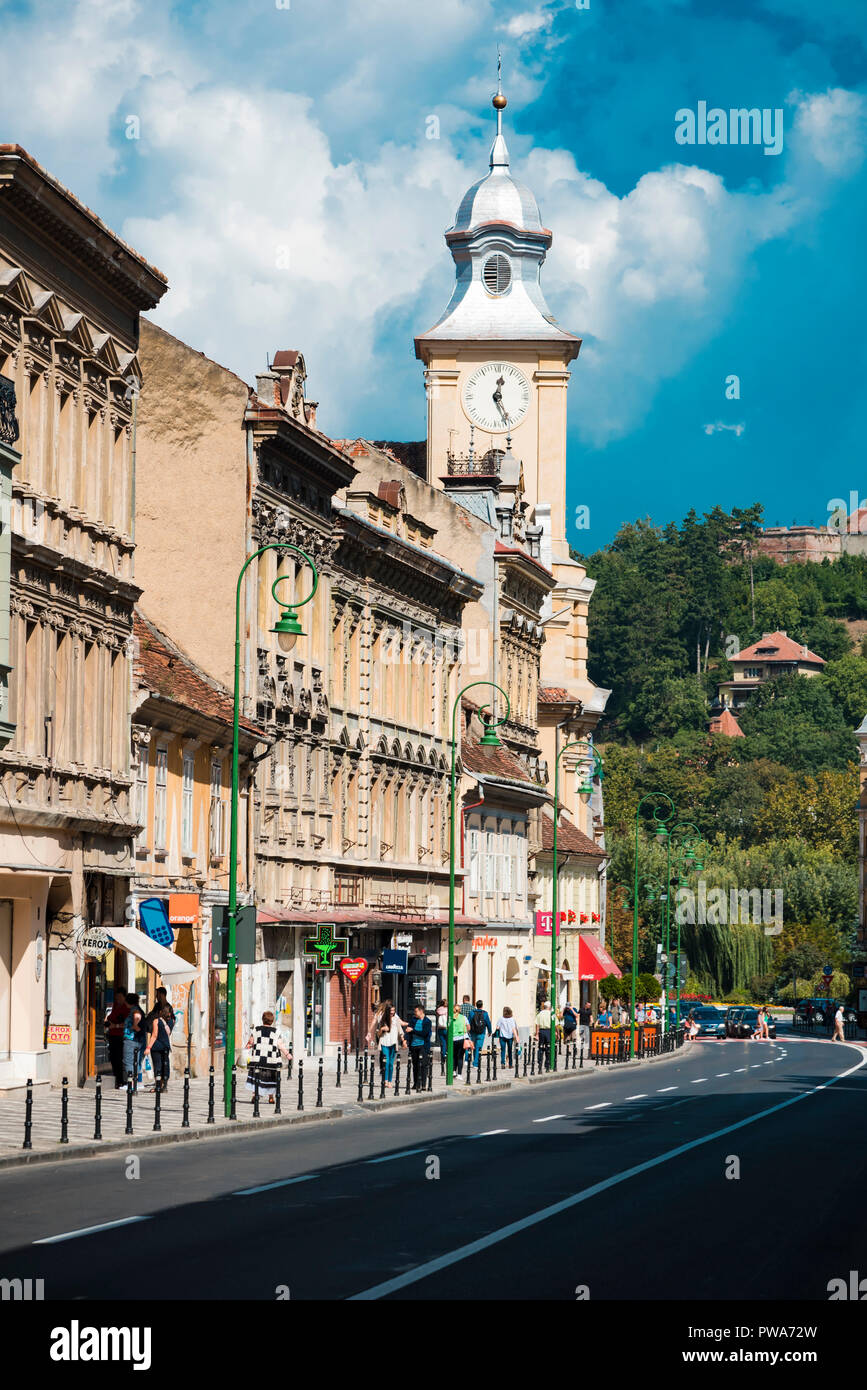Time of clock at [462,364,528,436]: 12:26
